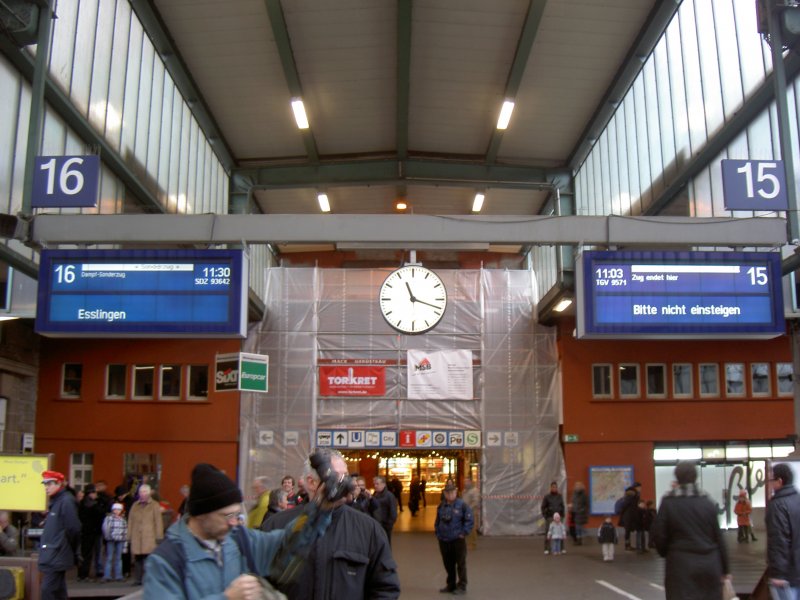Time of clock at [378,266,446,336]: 11:18
